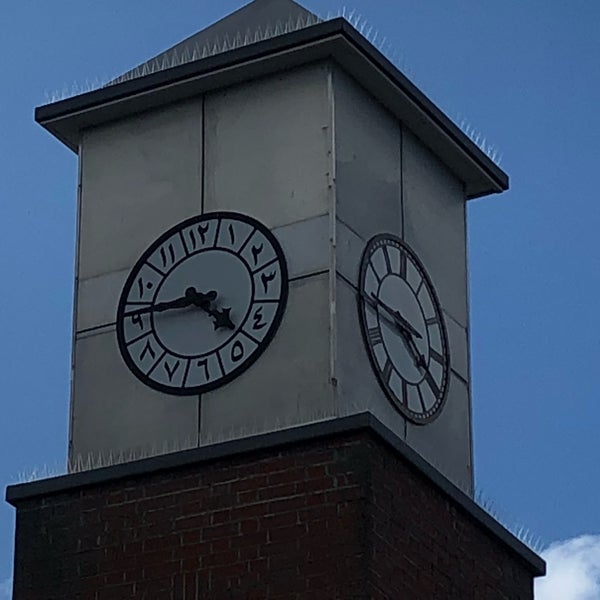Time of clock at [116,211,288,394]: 4:45
